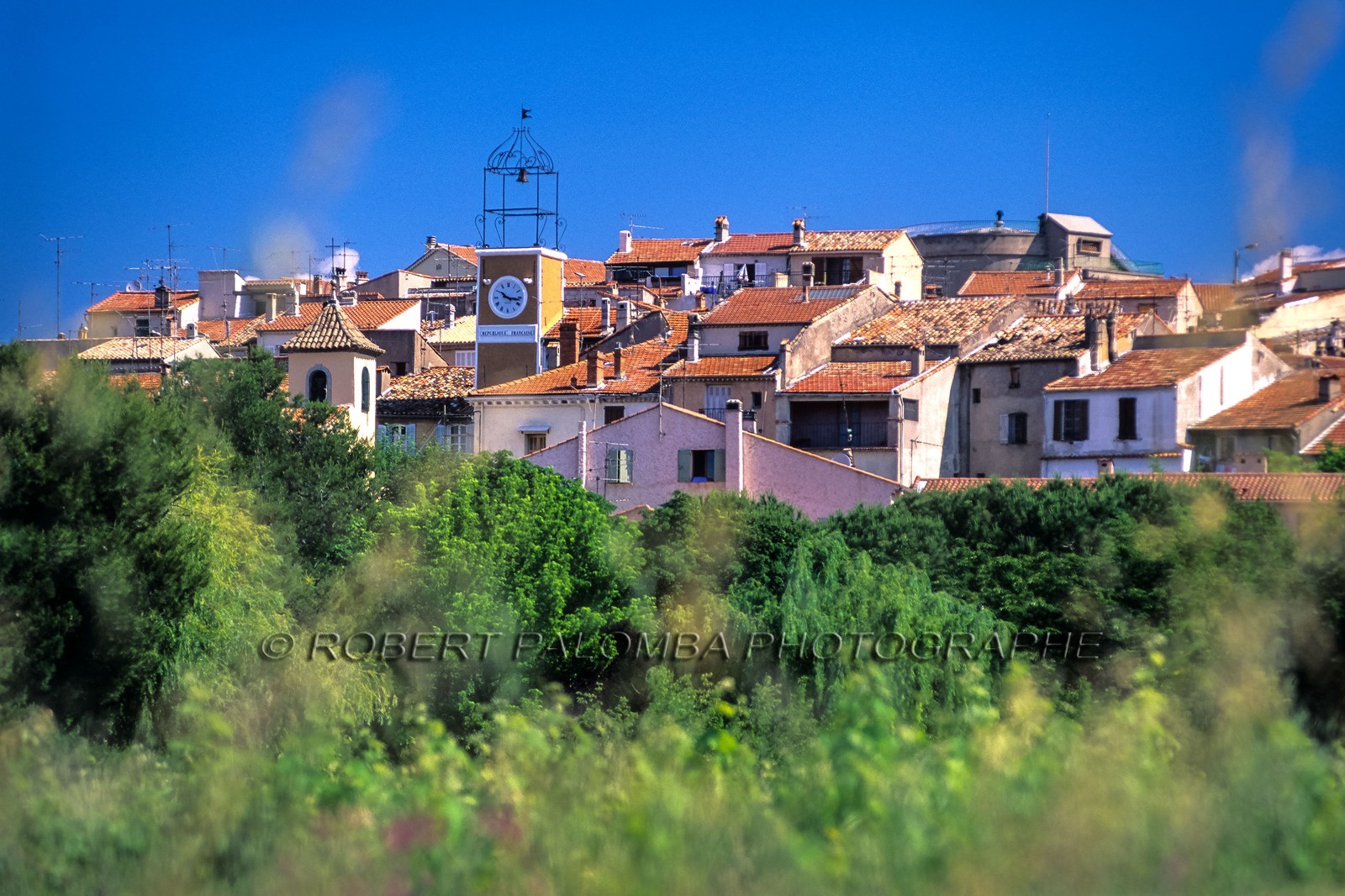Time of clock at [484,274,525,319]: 10:16
